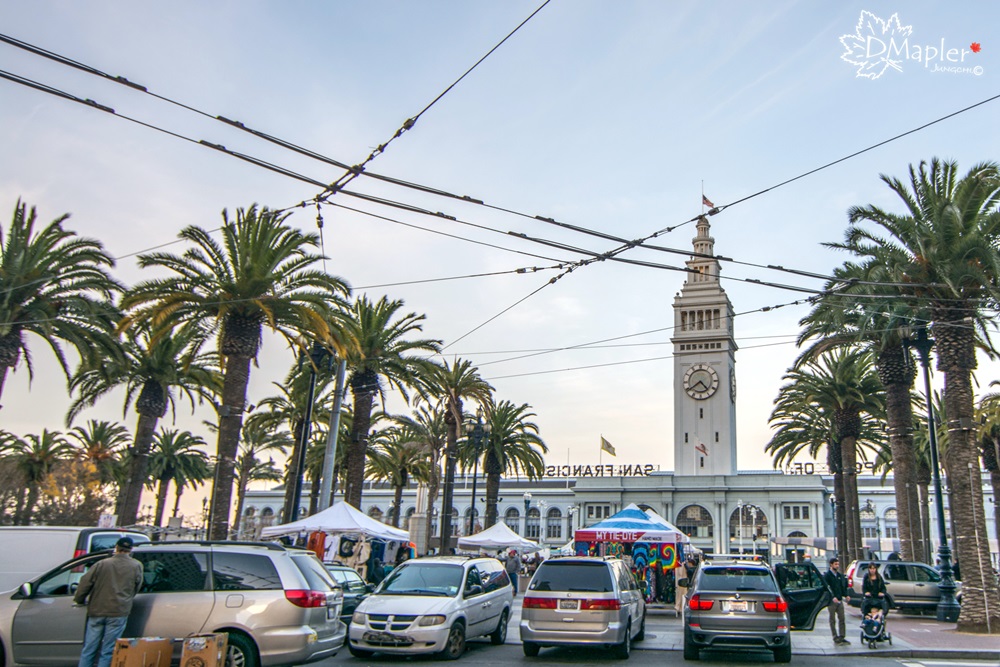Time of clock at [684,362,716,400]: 4:39
